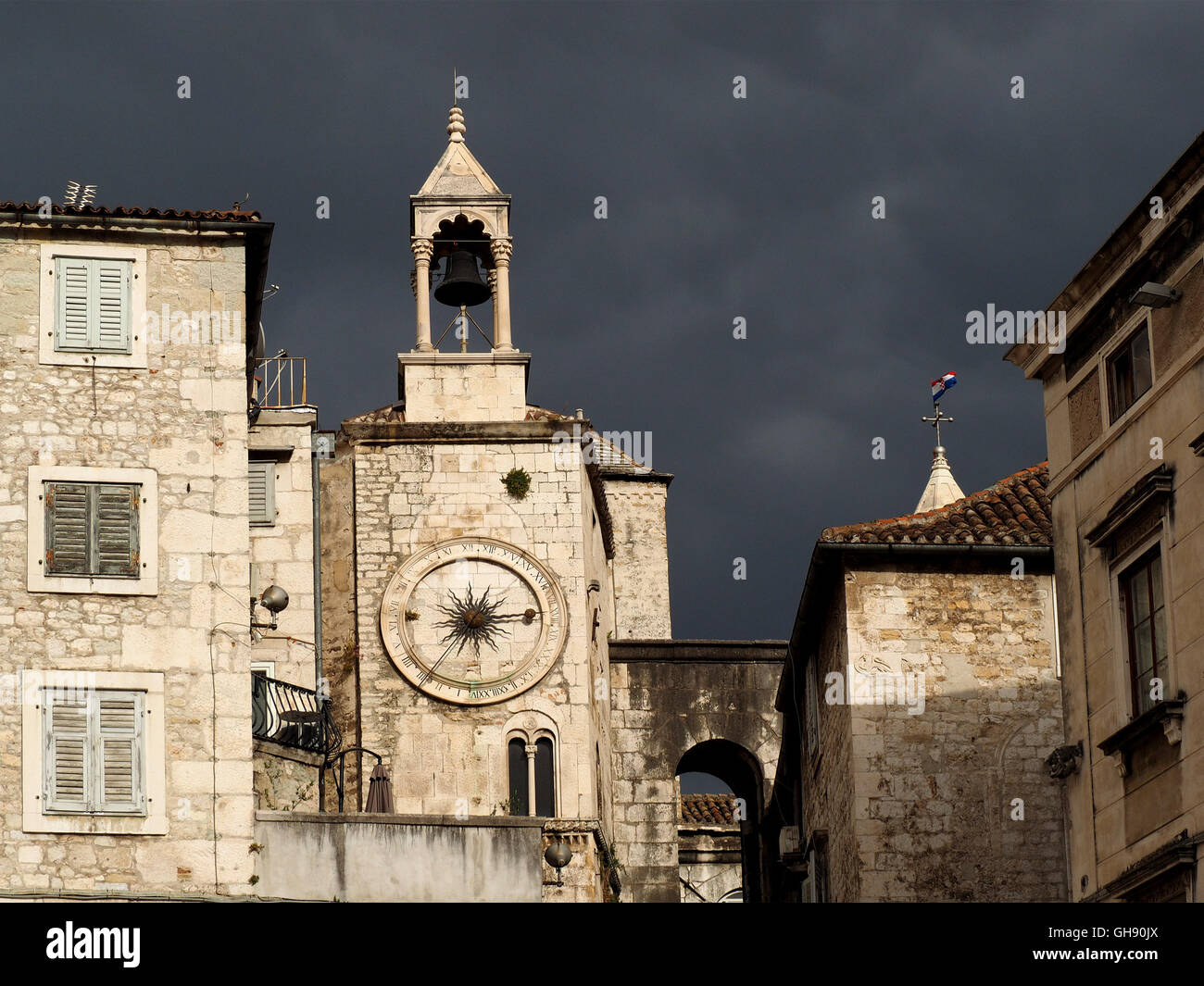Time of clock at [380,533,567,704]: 1:13
